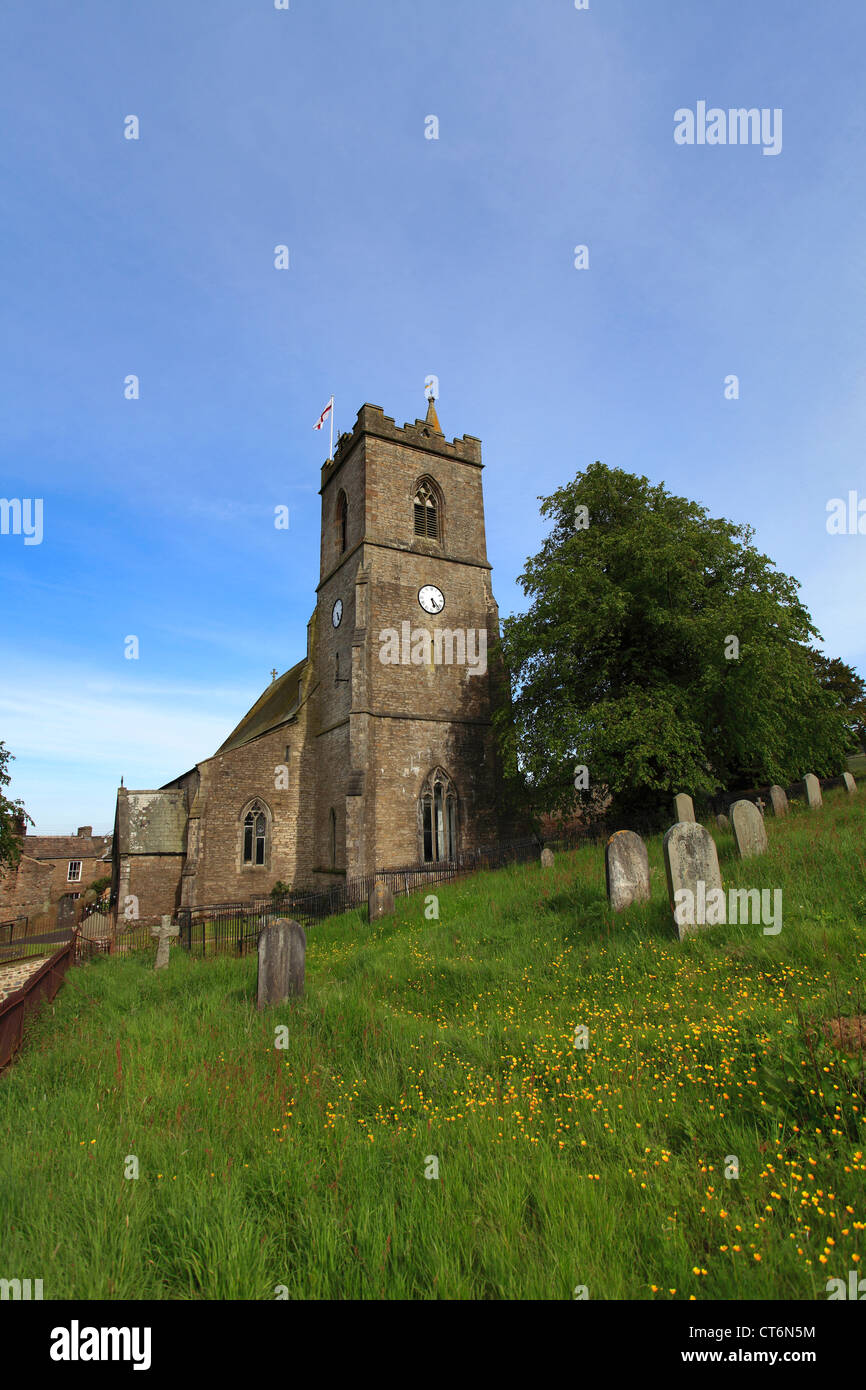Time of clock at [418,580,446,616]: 5:22
